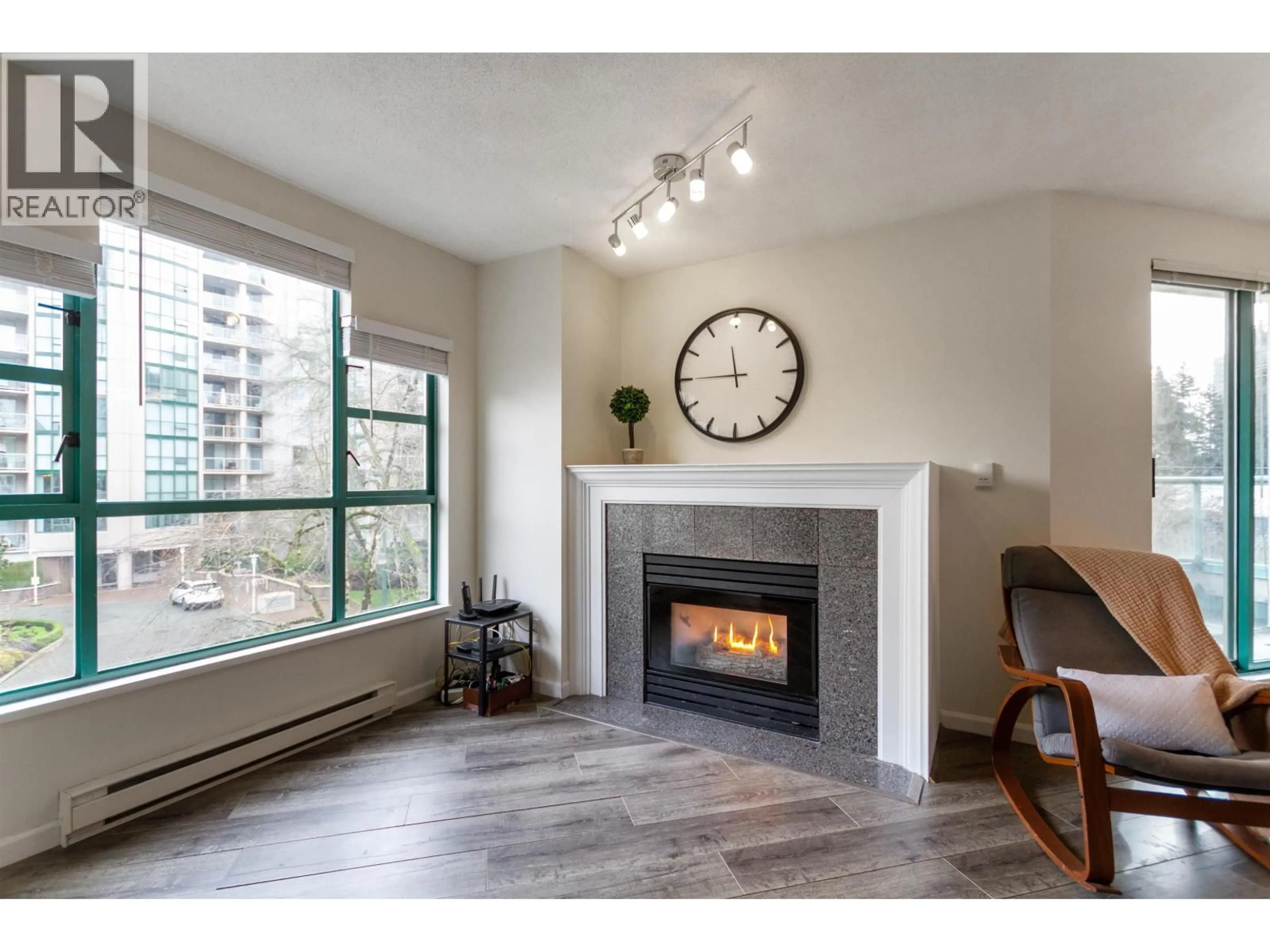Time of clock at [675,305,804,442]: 11:45
